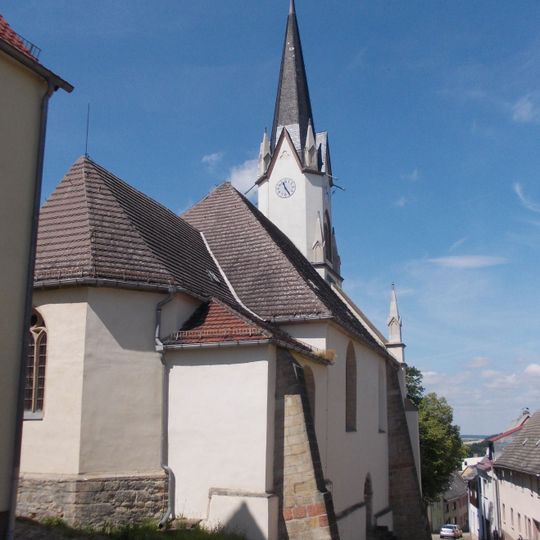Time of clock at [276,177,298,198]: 11:24
